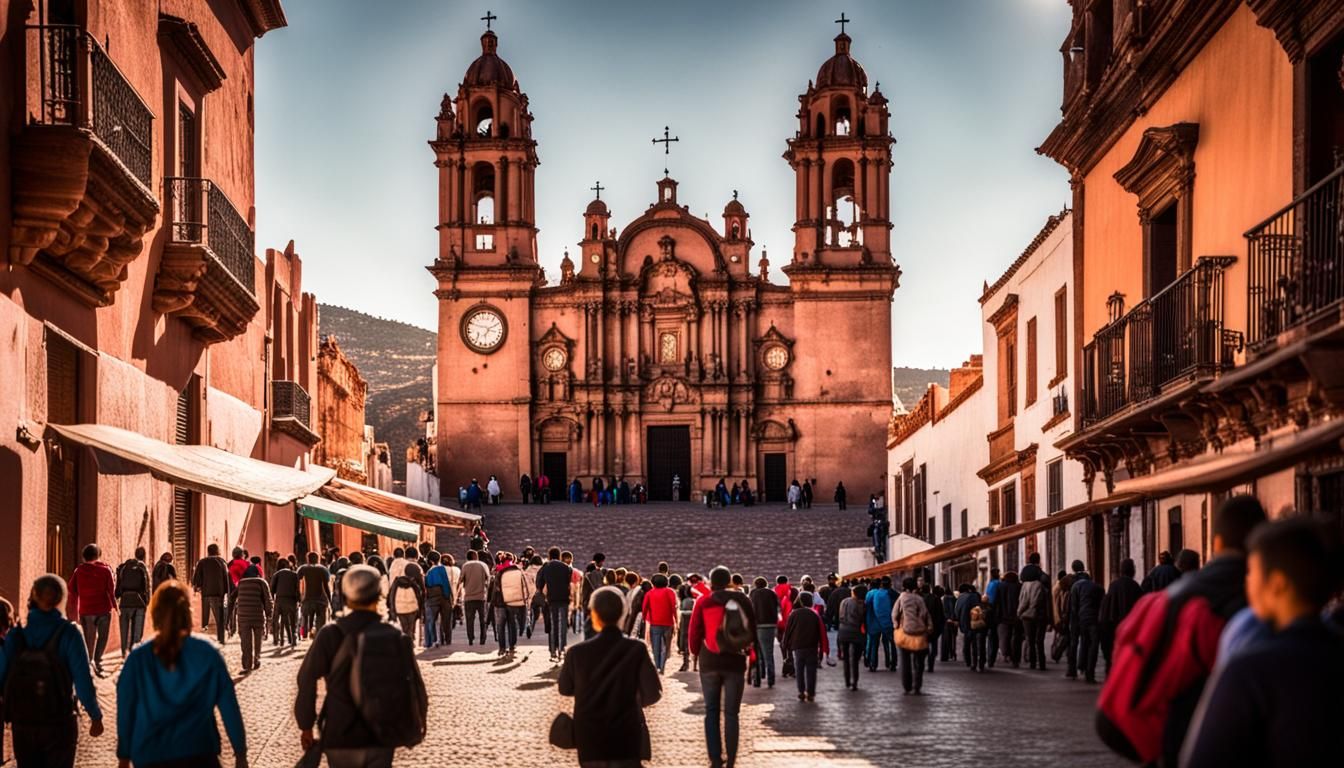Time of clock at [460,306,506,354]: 3:09
